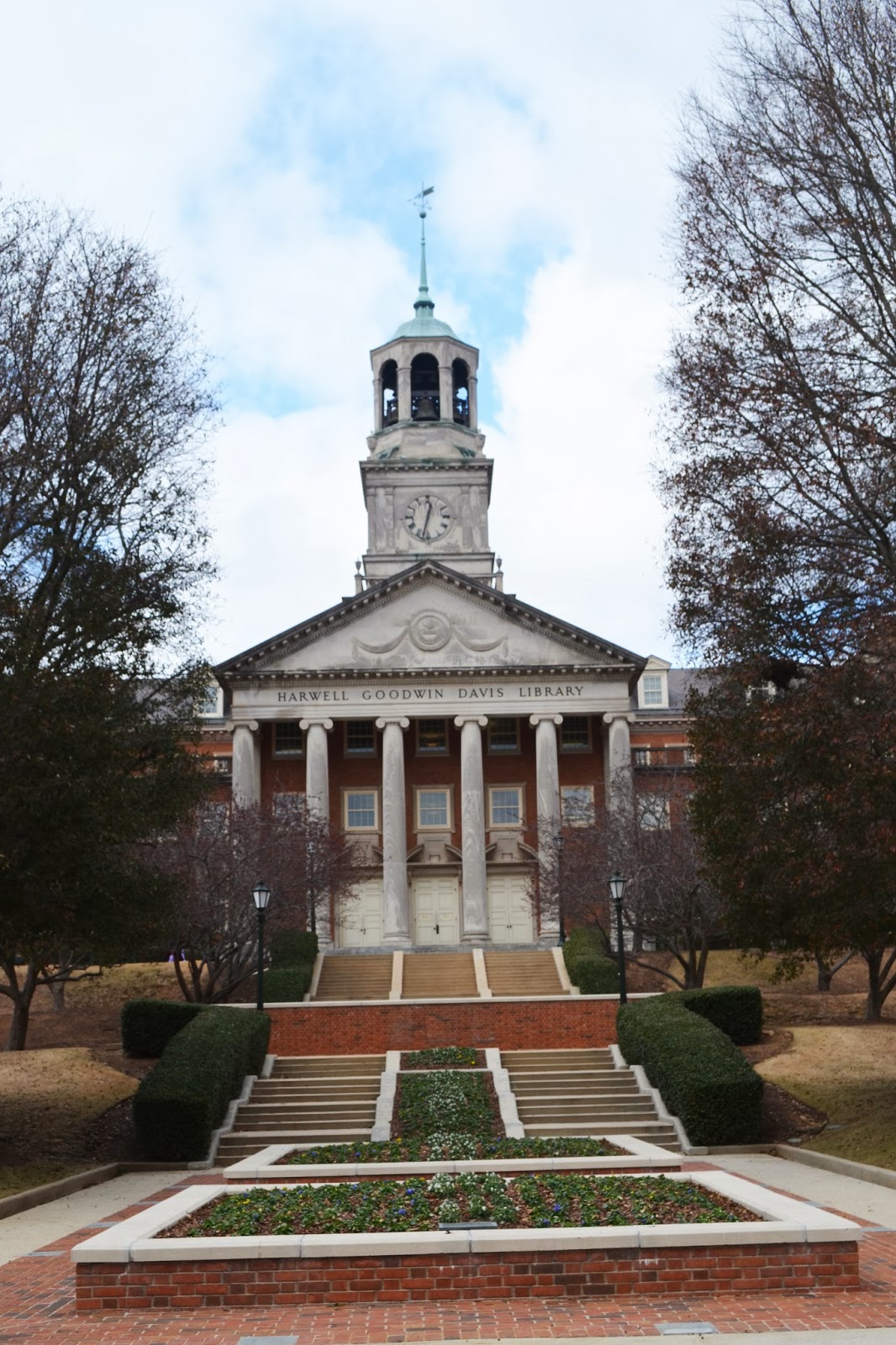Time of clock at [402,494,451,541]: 12:32
